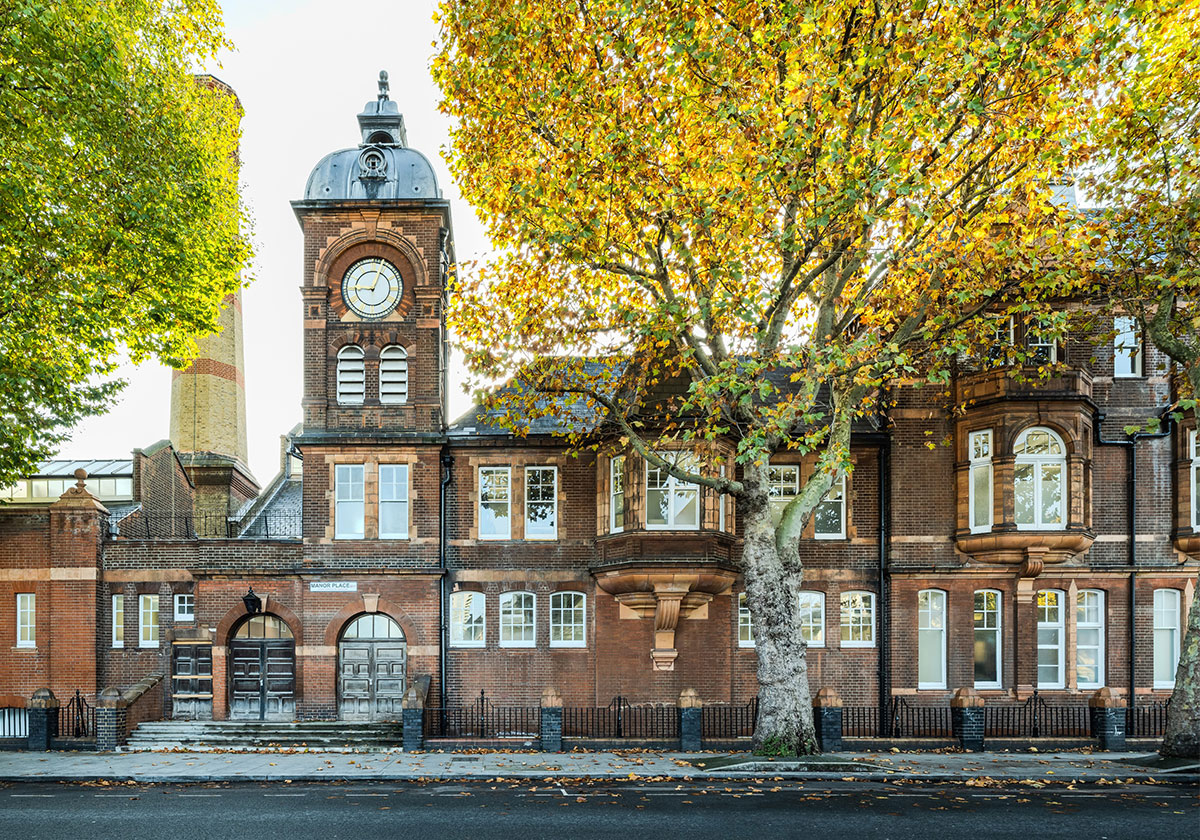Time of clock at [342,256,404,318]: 9:04
